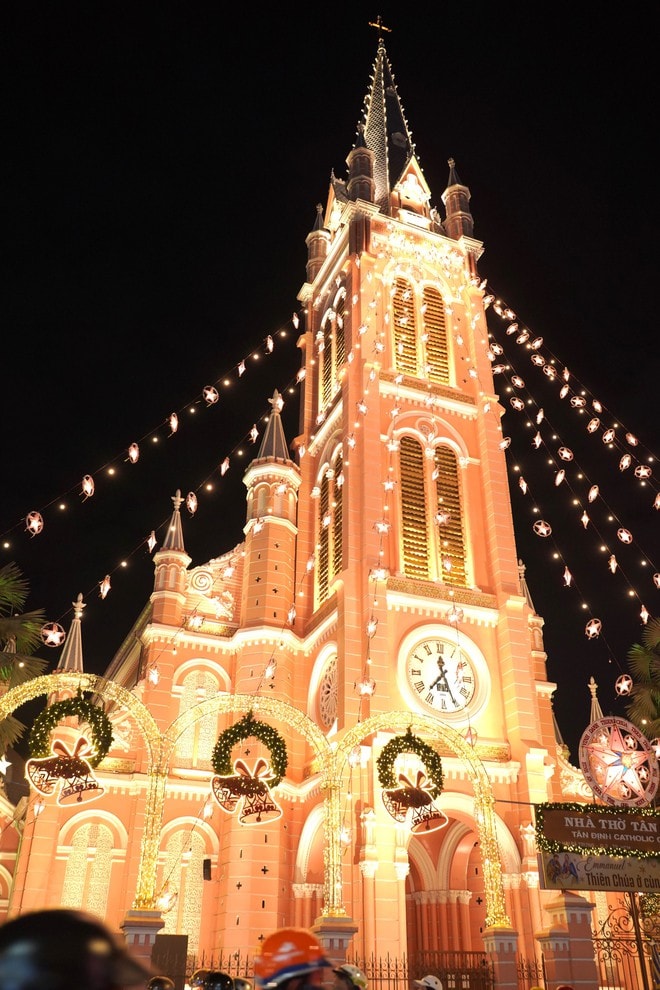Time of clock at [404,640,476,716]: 7:25
